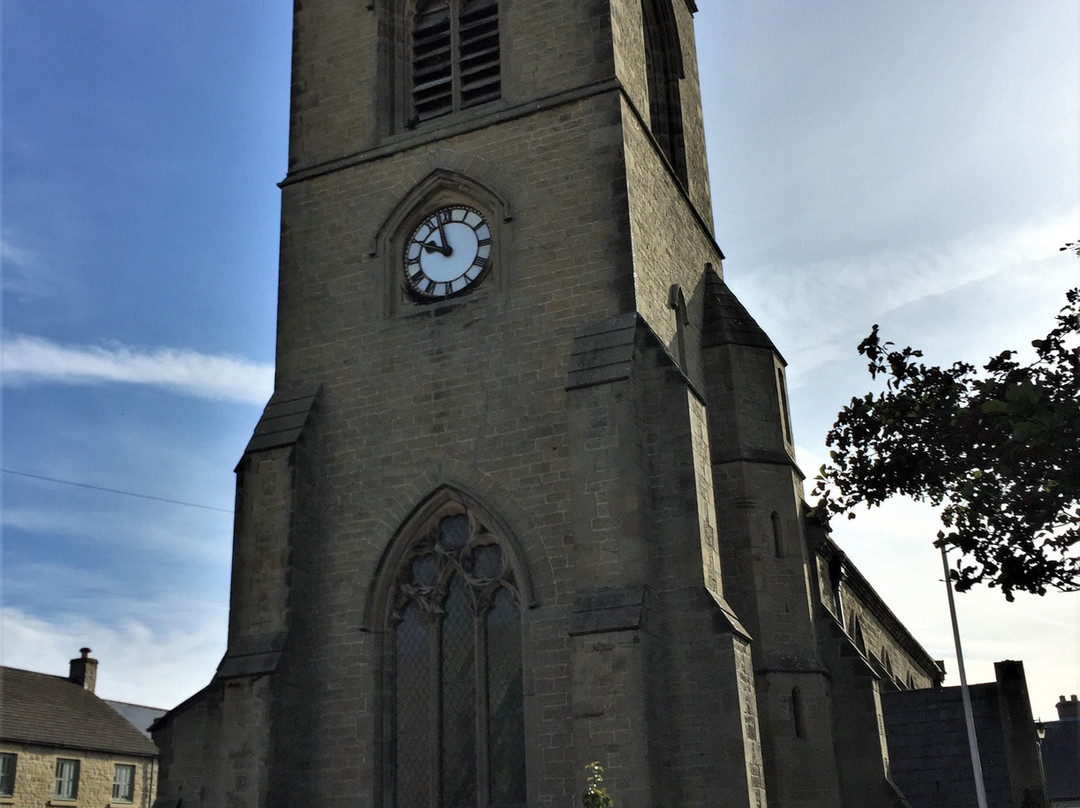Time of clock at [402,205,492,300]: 9:57
